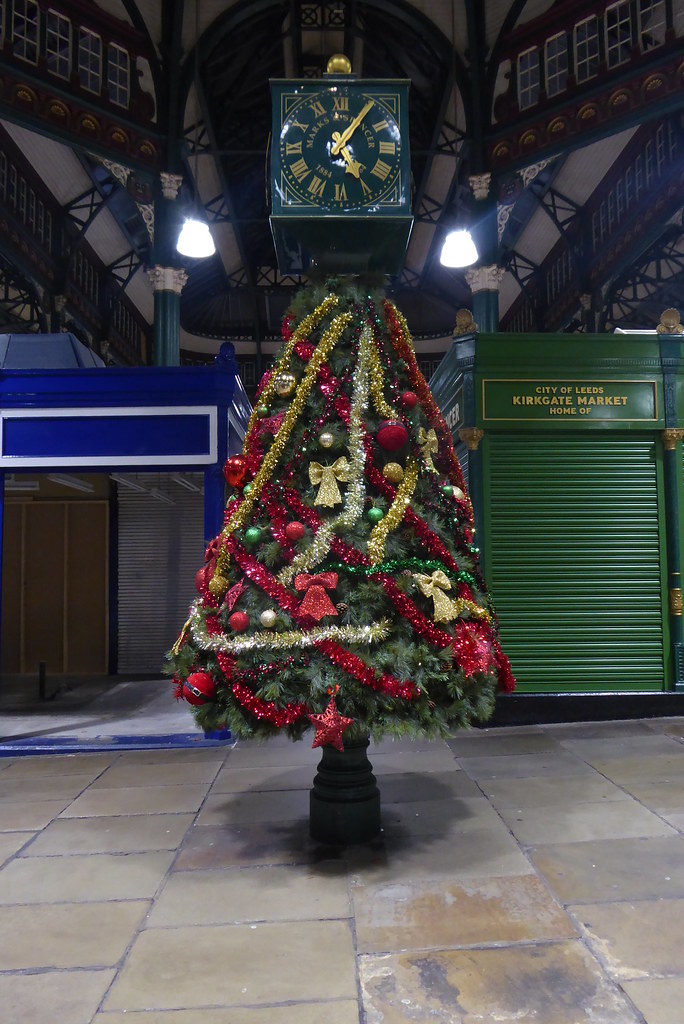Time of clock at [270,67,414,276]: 5:05
